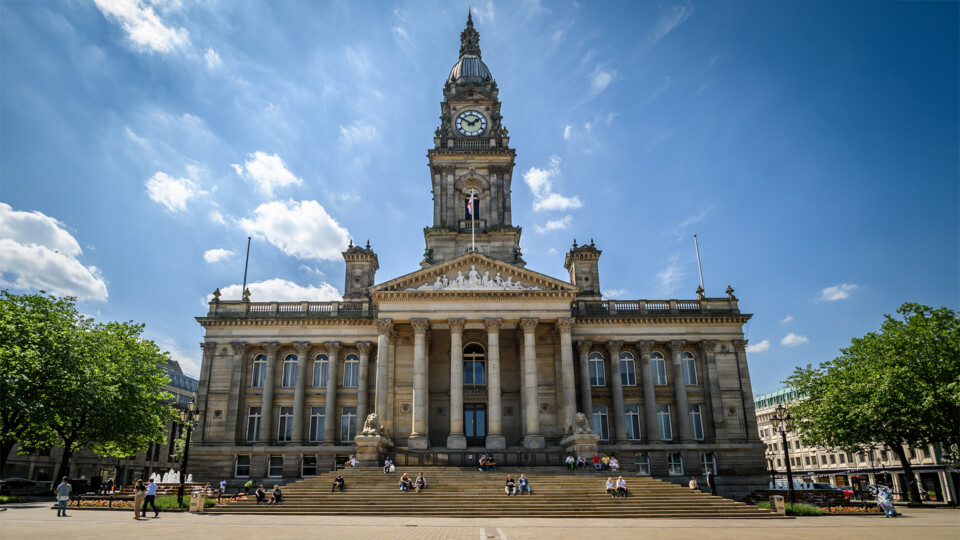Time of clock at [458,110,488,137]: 1:50
